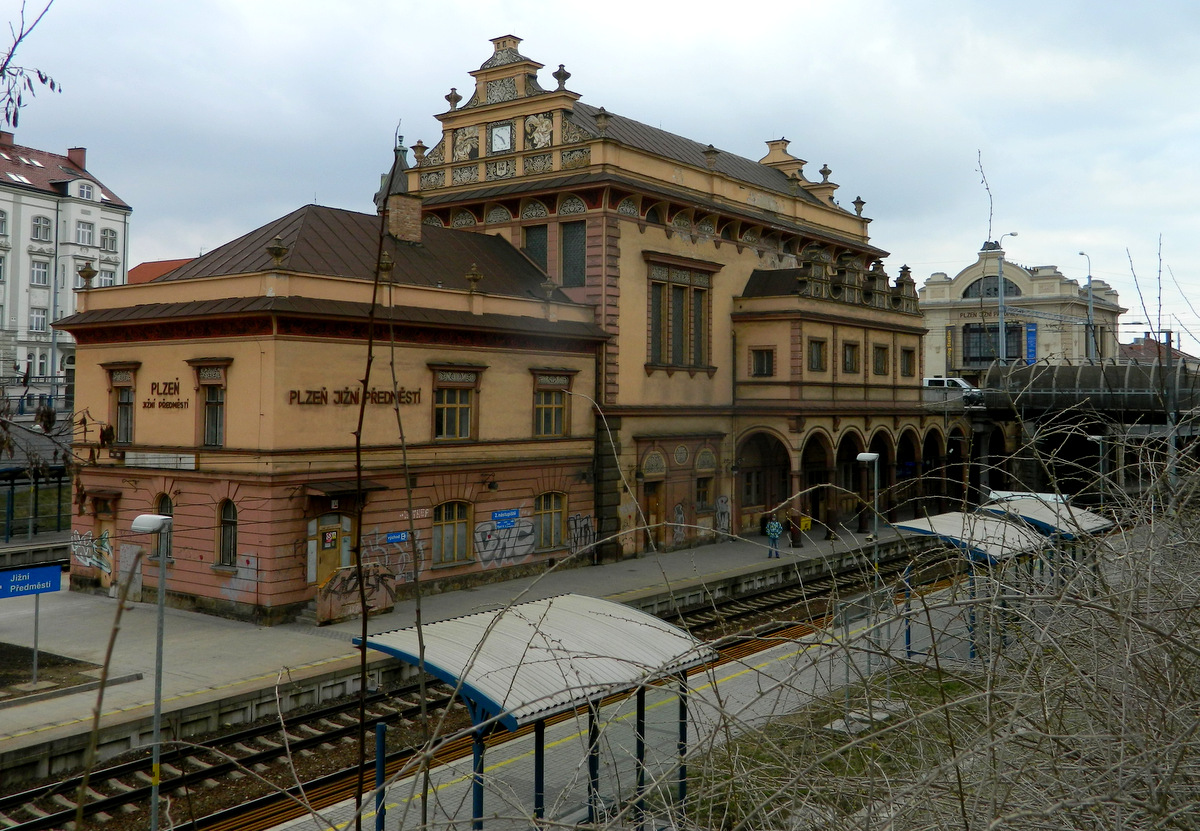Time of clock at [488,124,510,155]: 4:50
